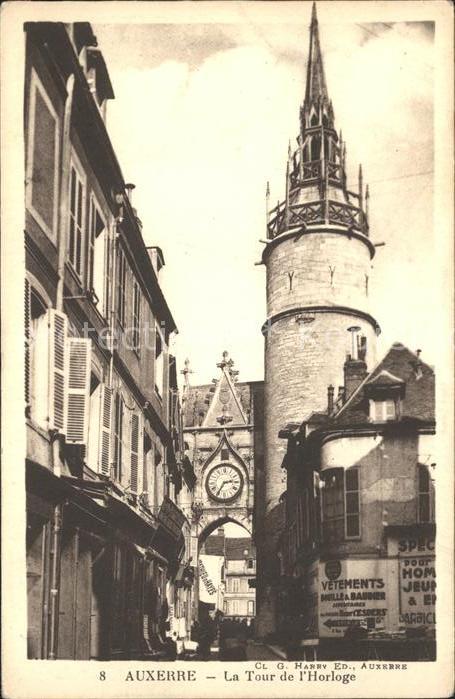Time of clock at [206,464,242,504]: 2:35
